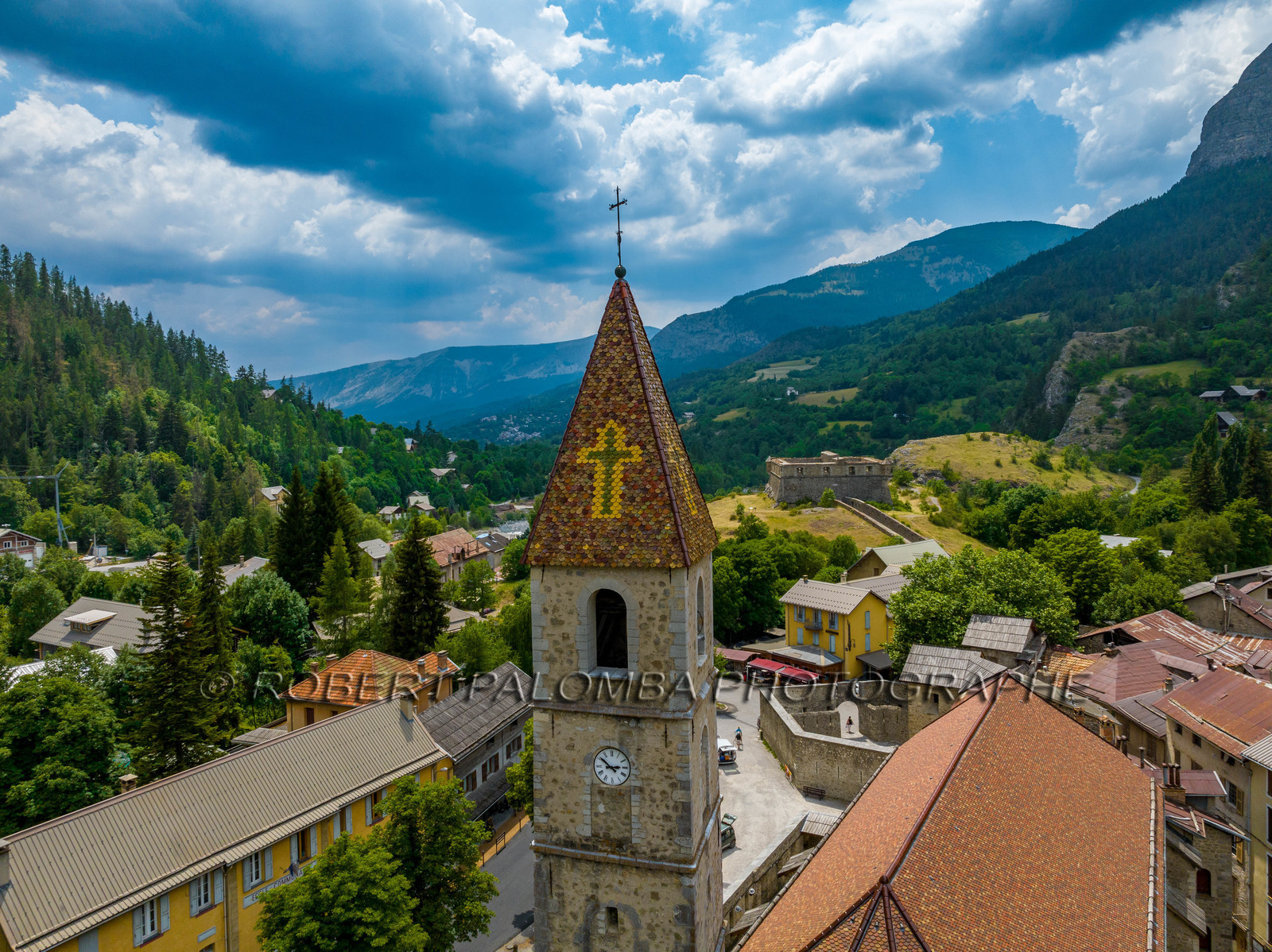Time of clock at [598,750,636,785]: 2:51
